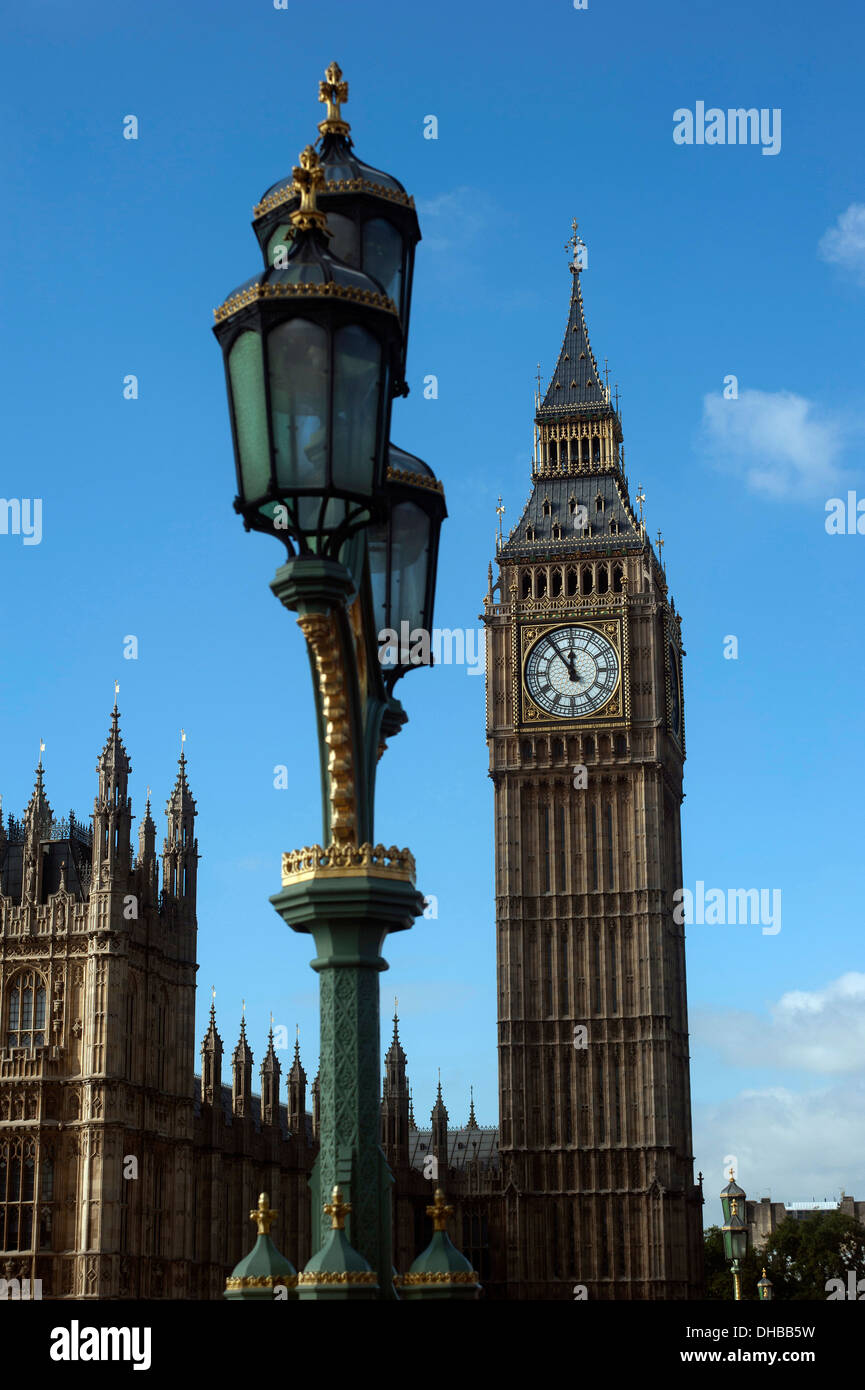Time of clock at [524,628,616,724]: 11:53
